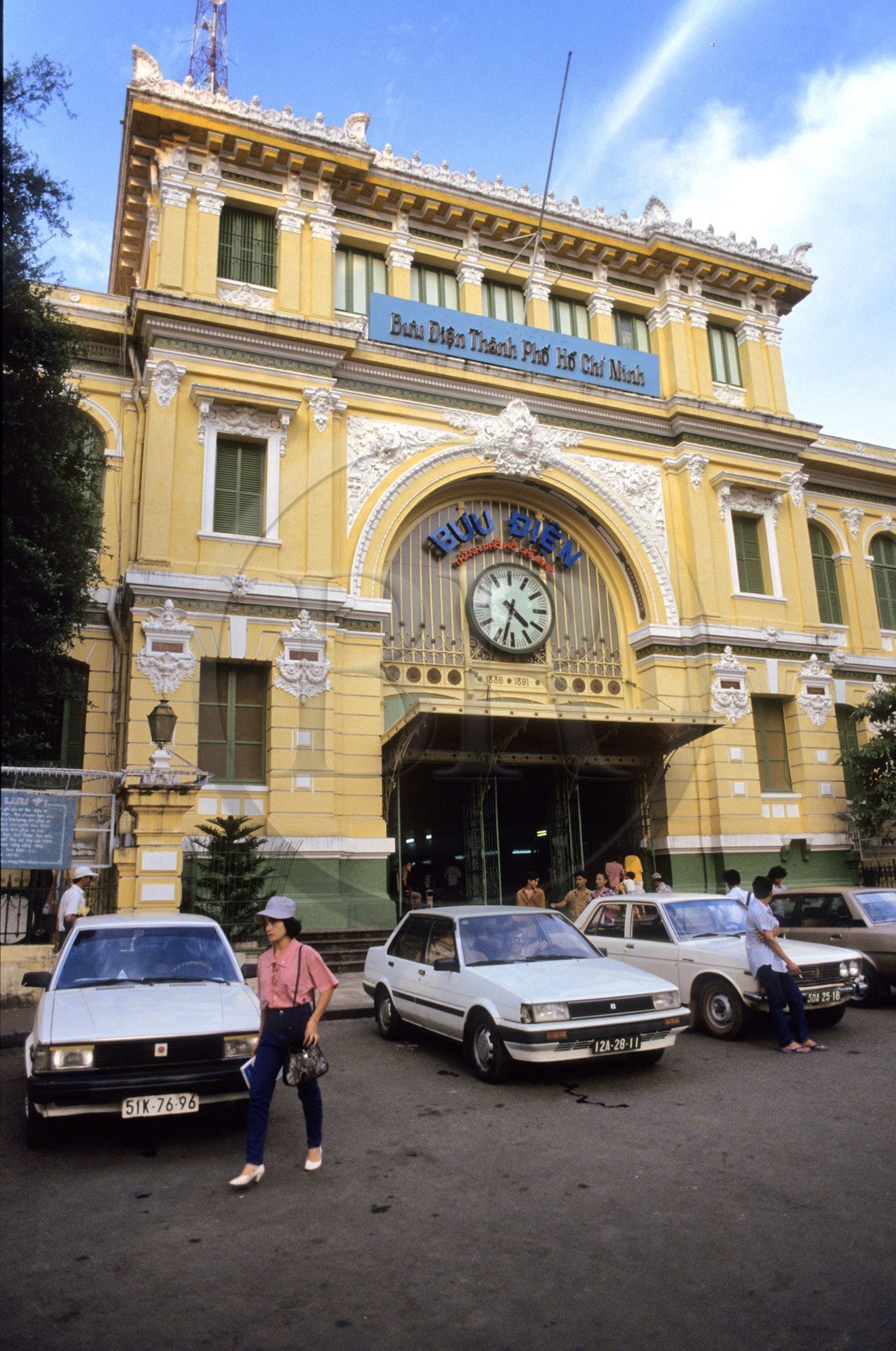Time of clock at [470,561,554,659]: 4:32
